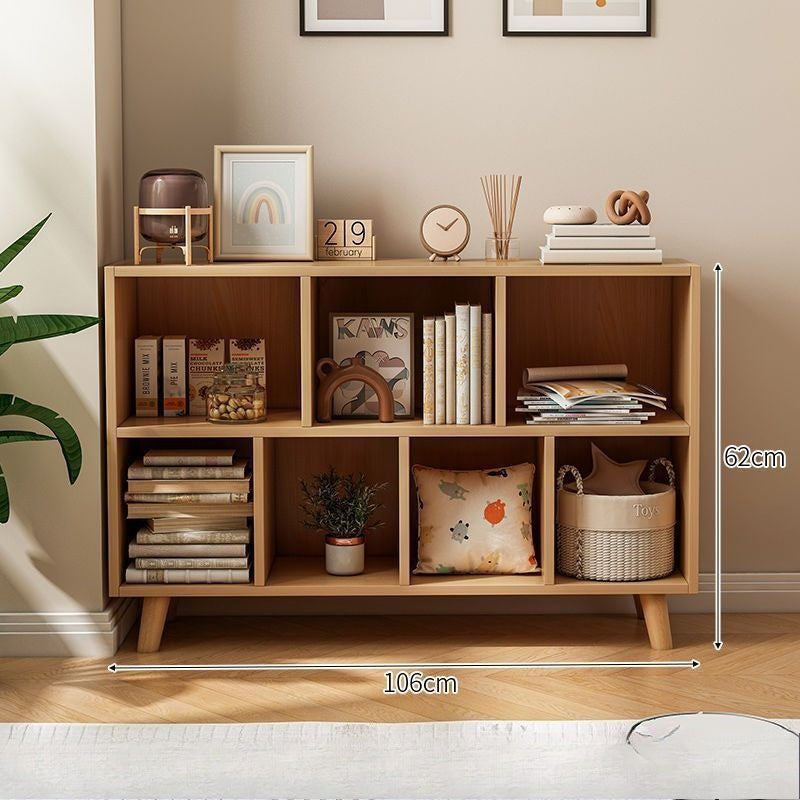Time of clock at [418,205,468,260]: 10:07
